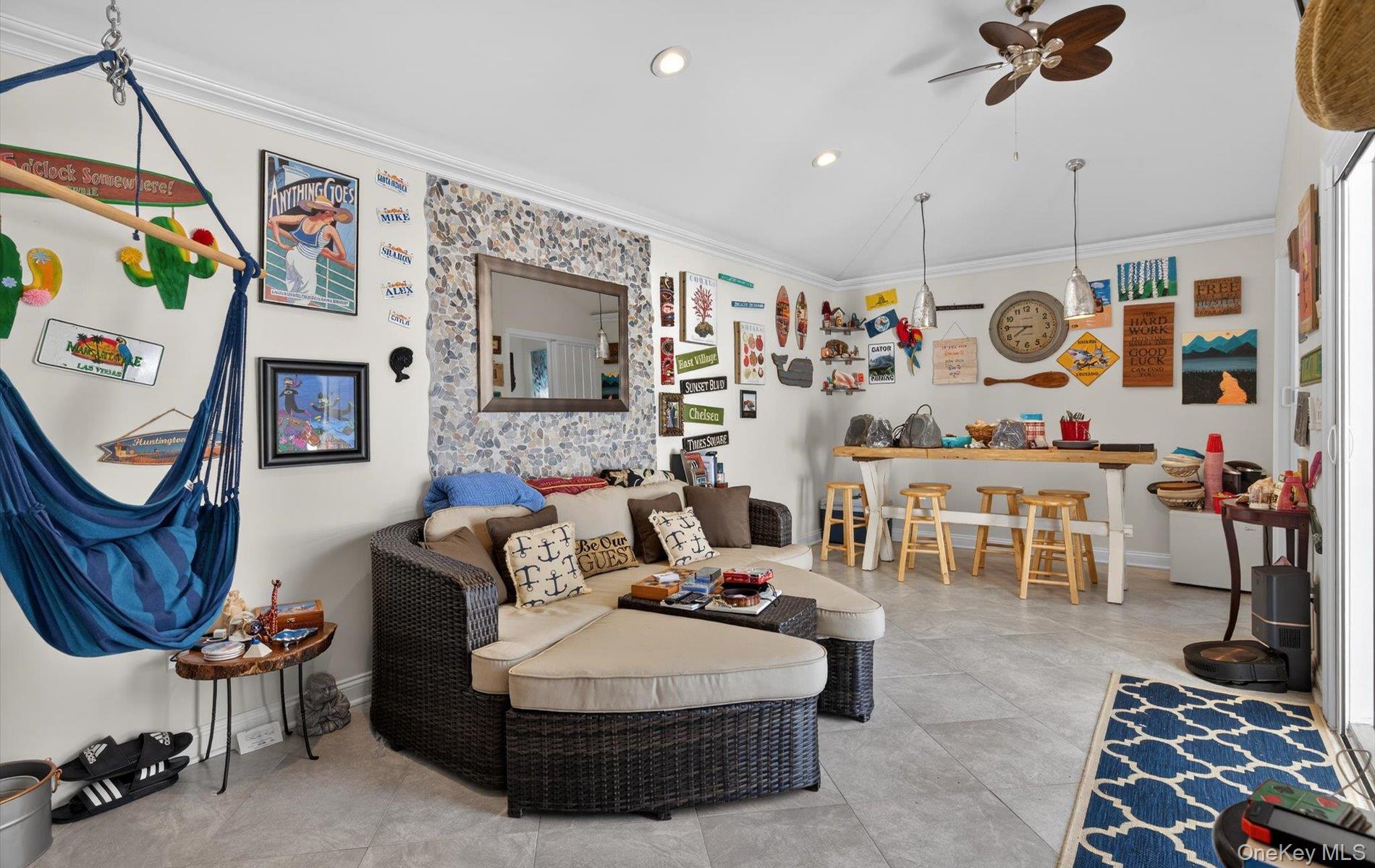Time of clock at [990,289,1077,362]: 7:45
